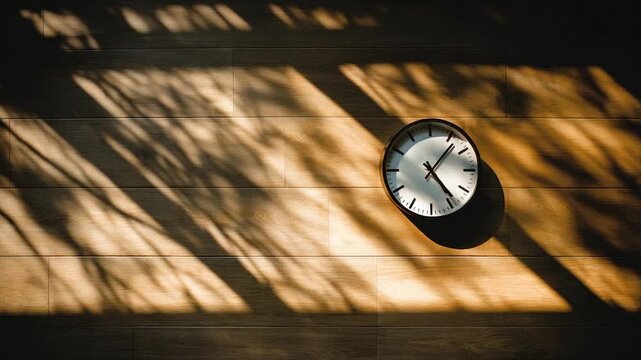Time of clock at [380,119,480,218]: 1:23
